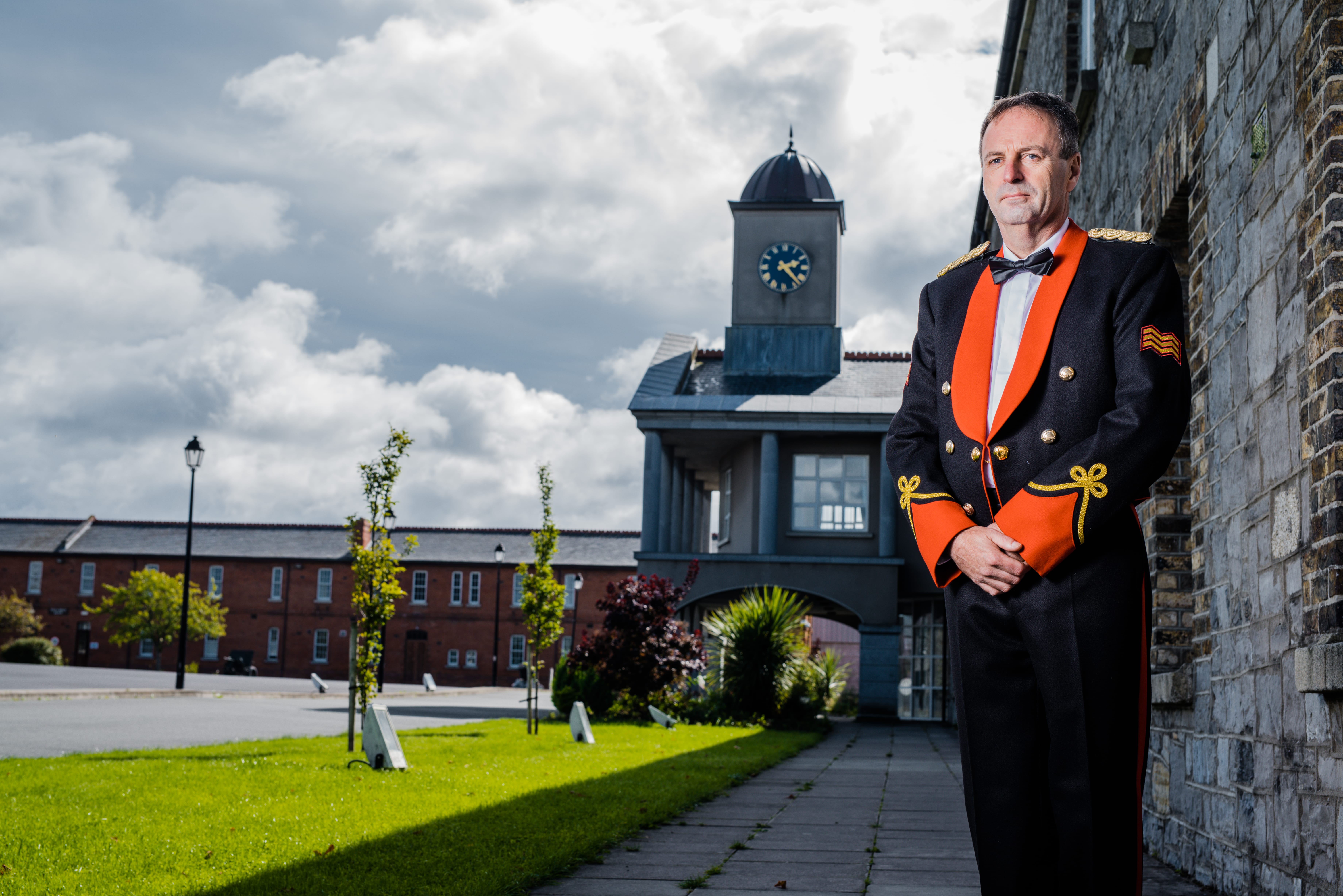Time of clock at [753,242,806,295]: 2:22
